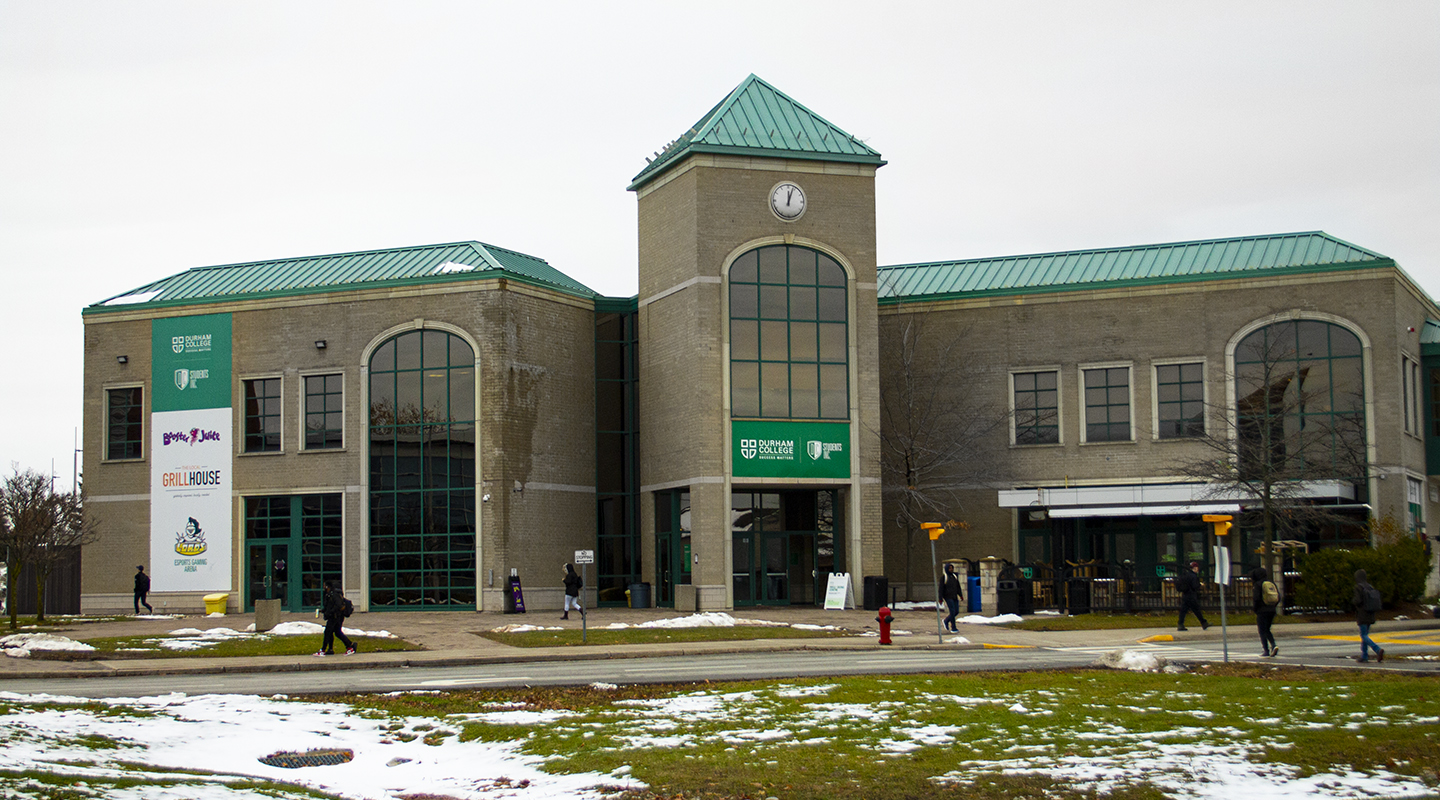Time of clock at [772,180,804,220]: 12:03
